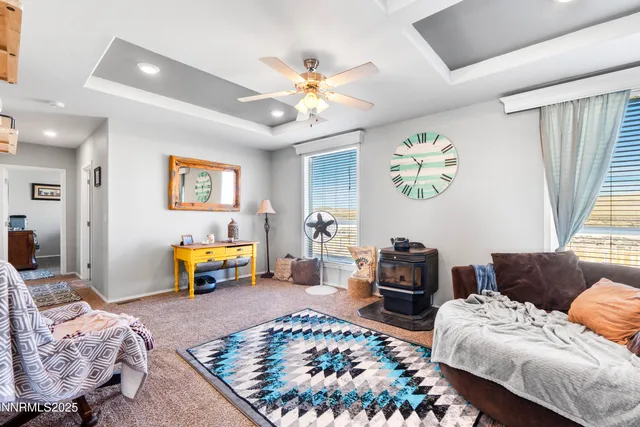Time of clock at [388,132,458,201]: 10:33
